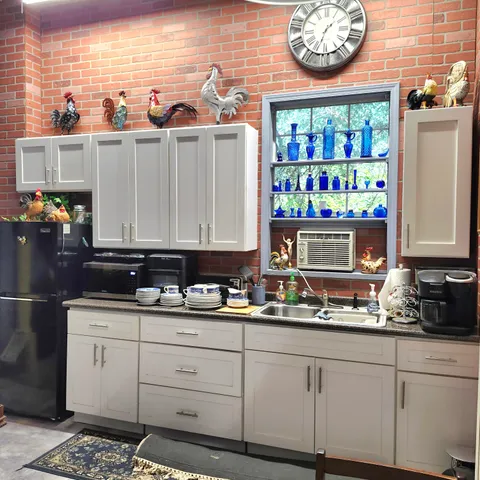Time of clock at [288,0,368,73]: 1:33
